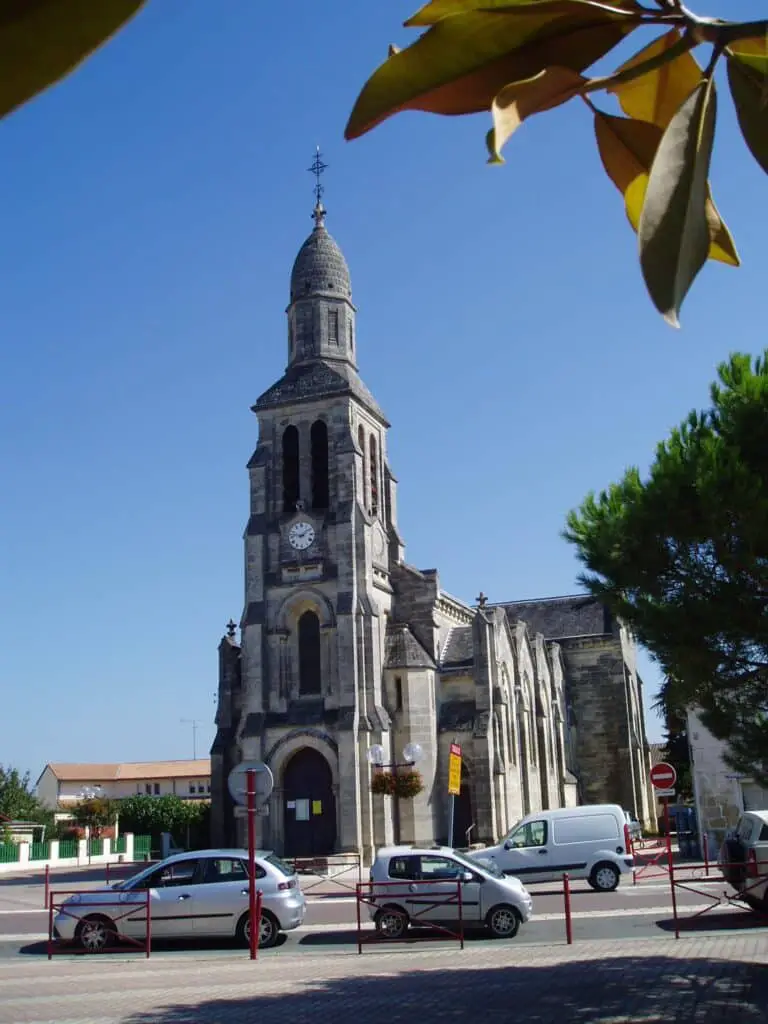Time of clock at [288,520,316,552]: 1:46
